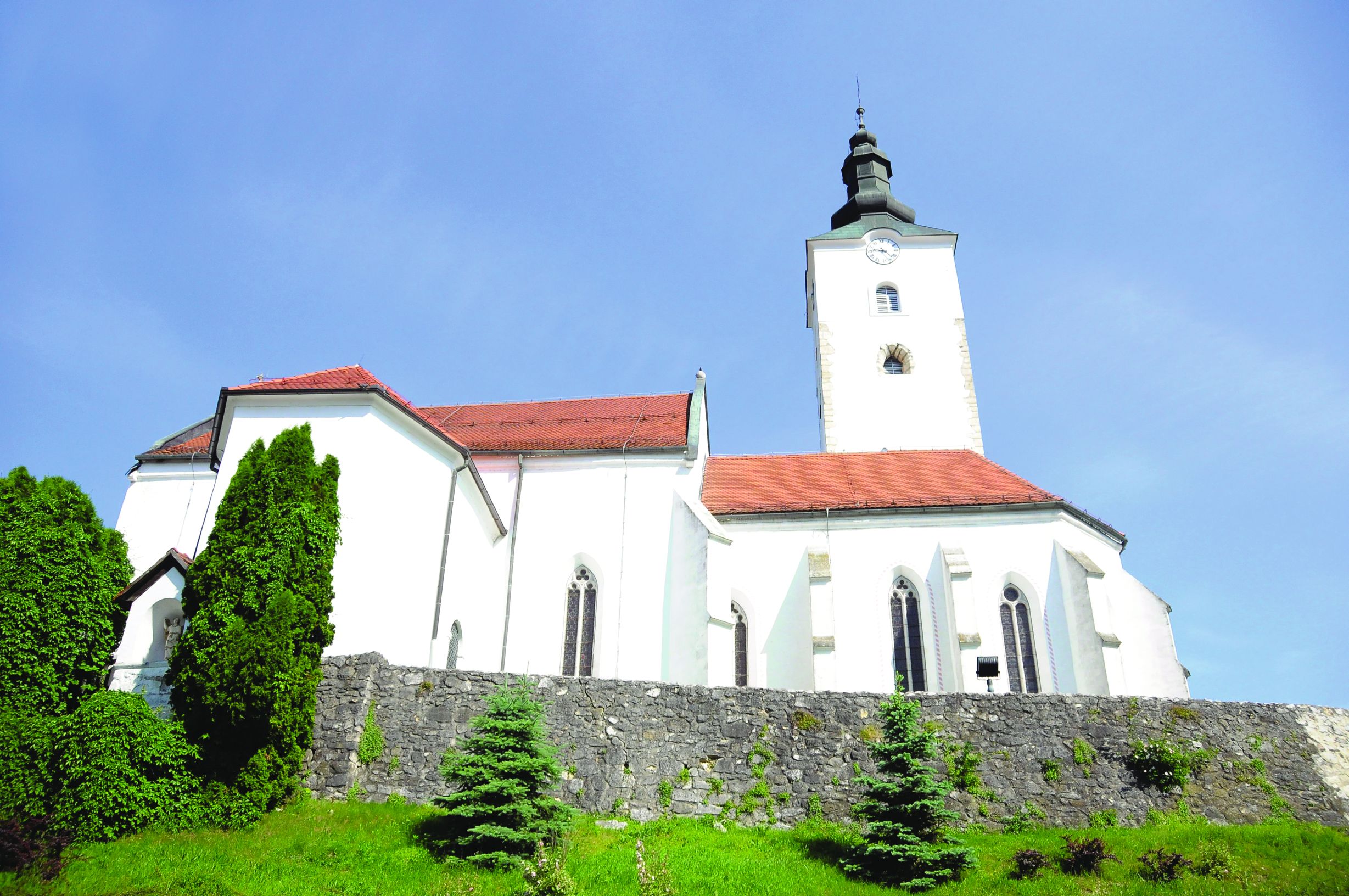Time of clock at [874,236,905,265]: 9:22
